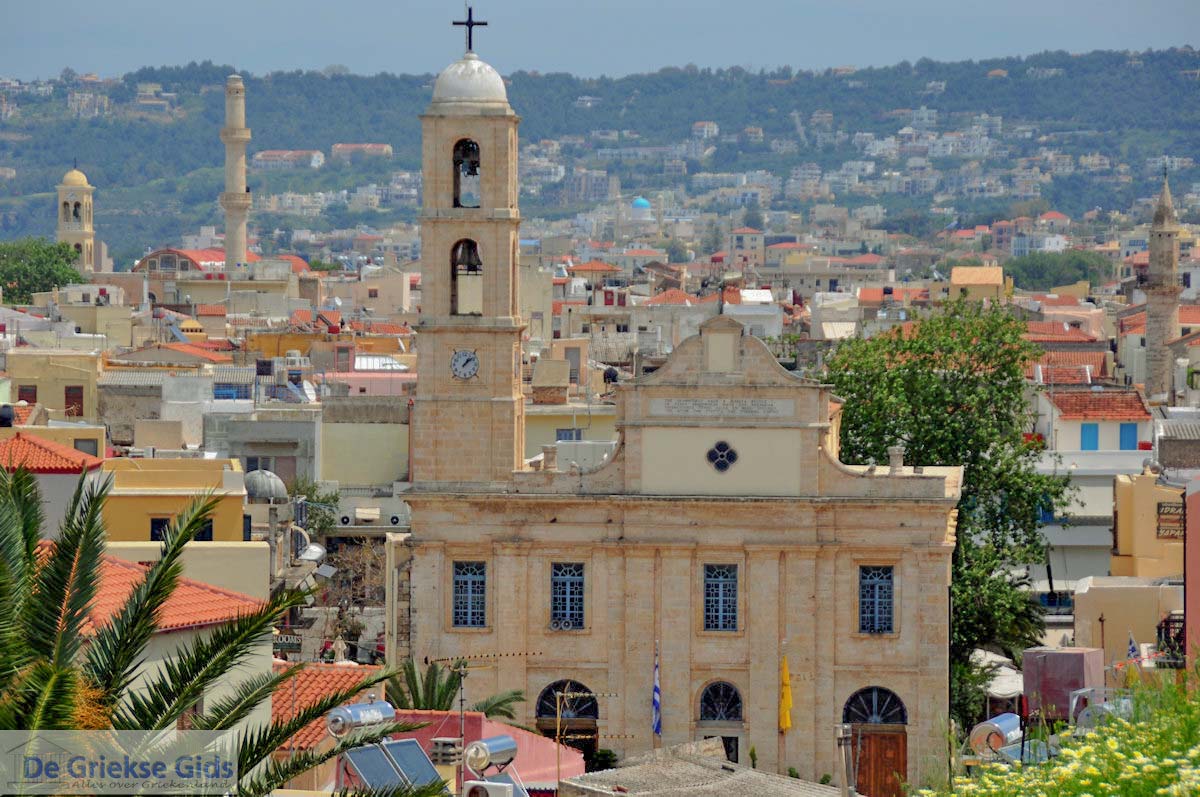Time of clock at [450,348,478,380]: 1:08
